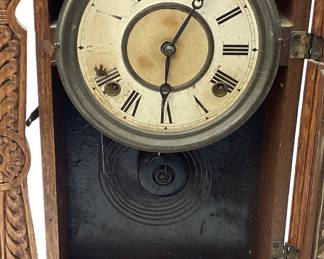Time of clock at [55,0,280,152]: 6:05
